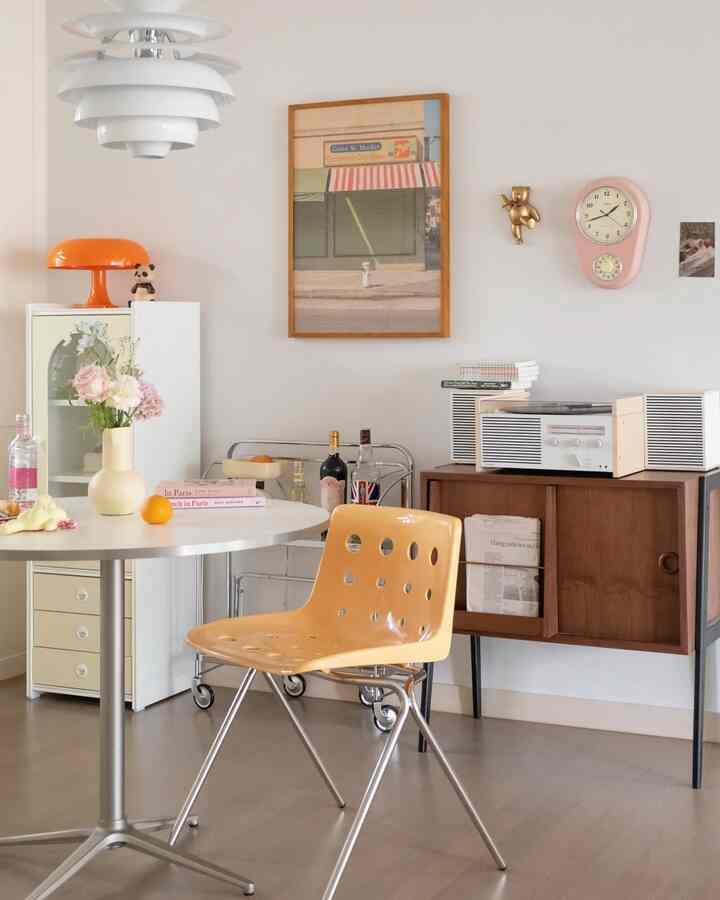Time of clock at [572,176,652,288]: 1:42
